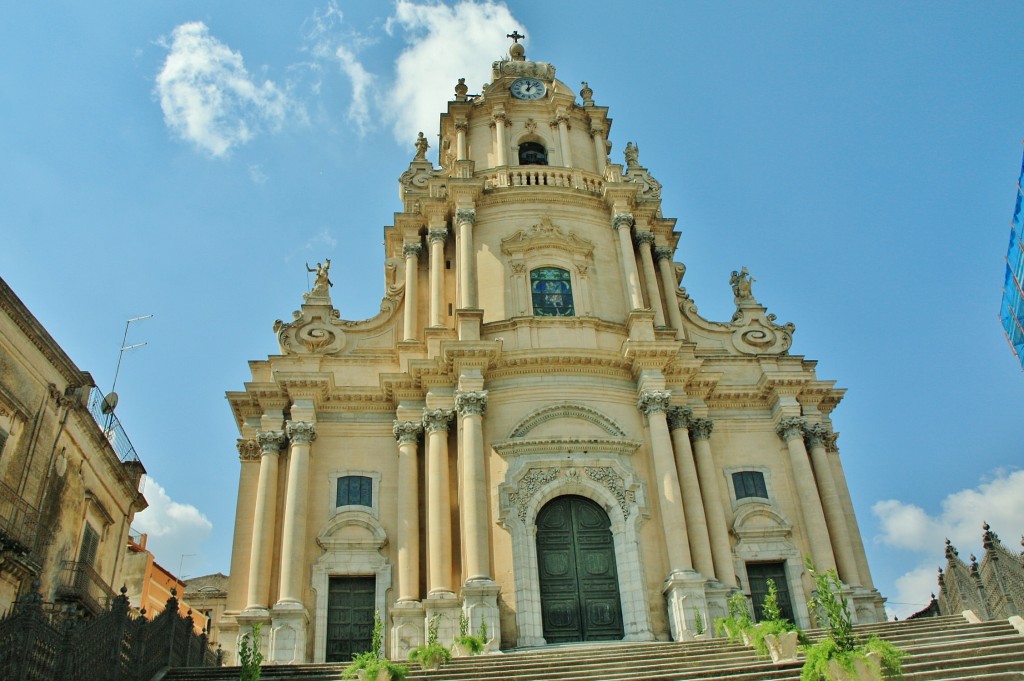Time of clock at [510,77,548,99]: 12:07
